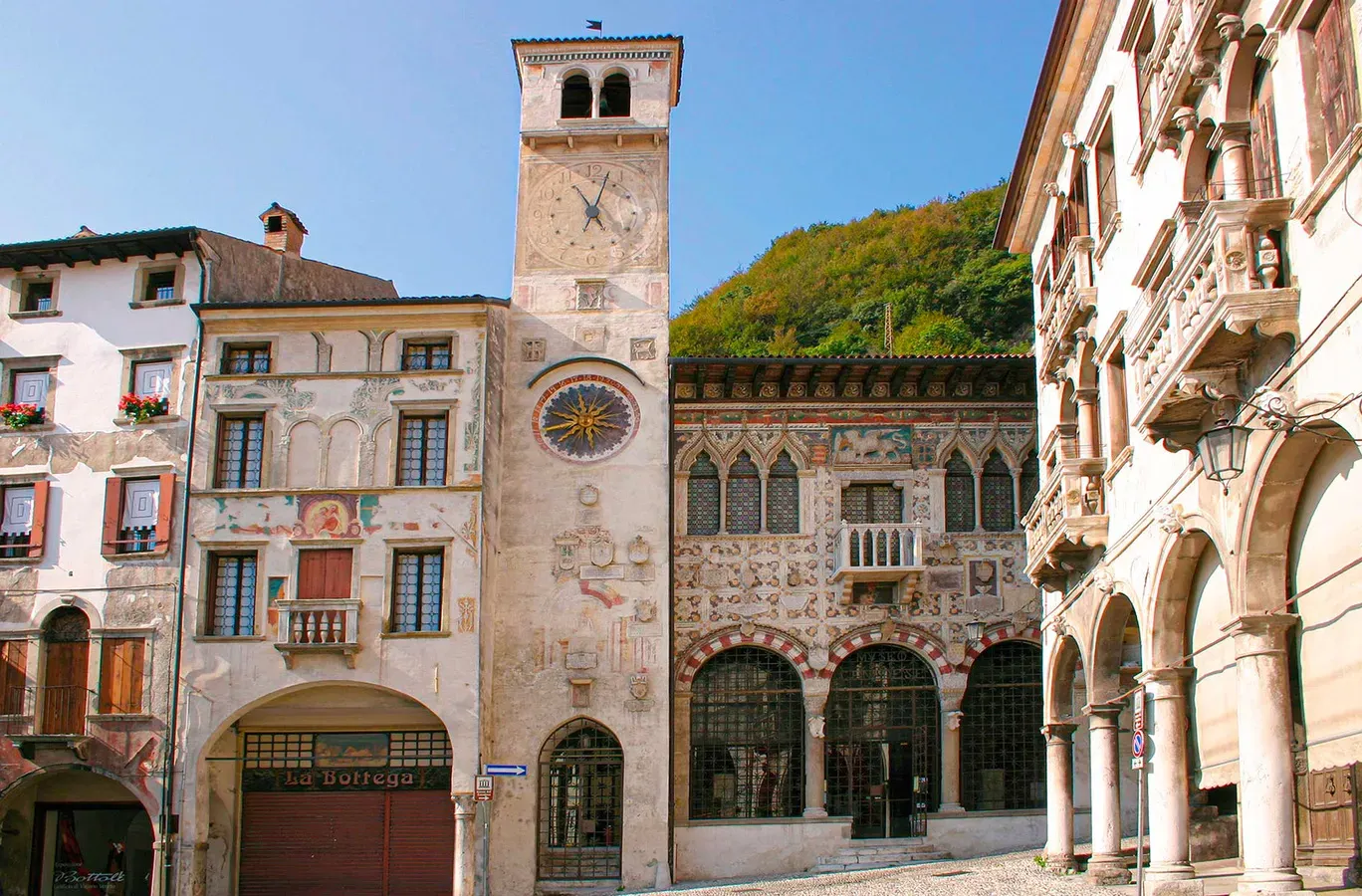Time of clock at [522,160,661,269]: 11:03
